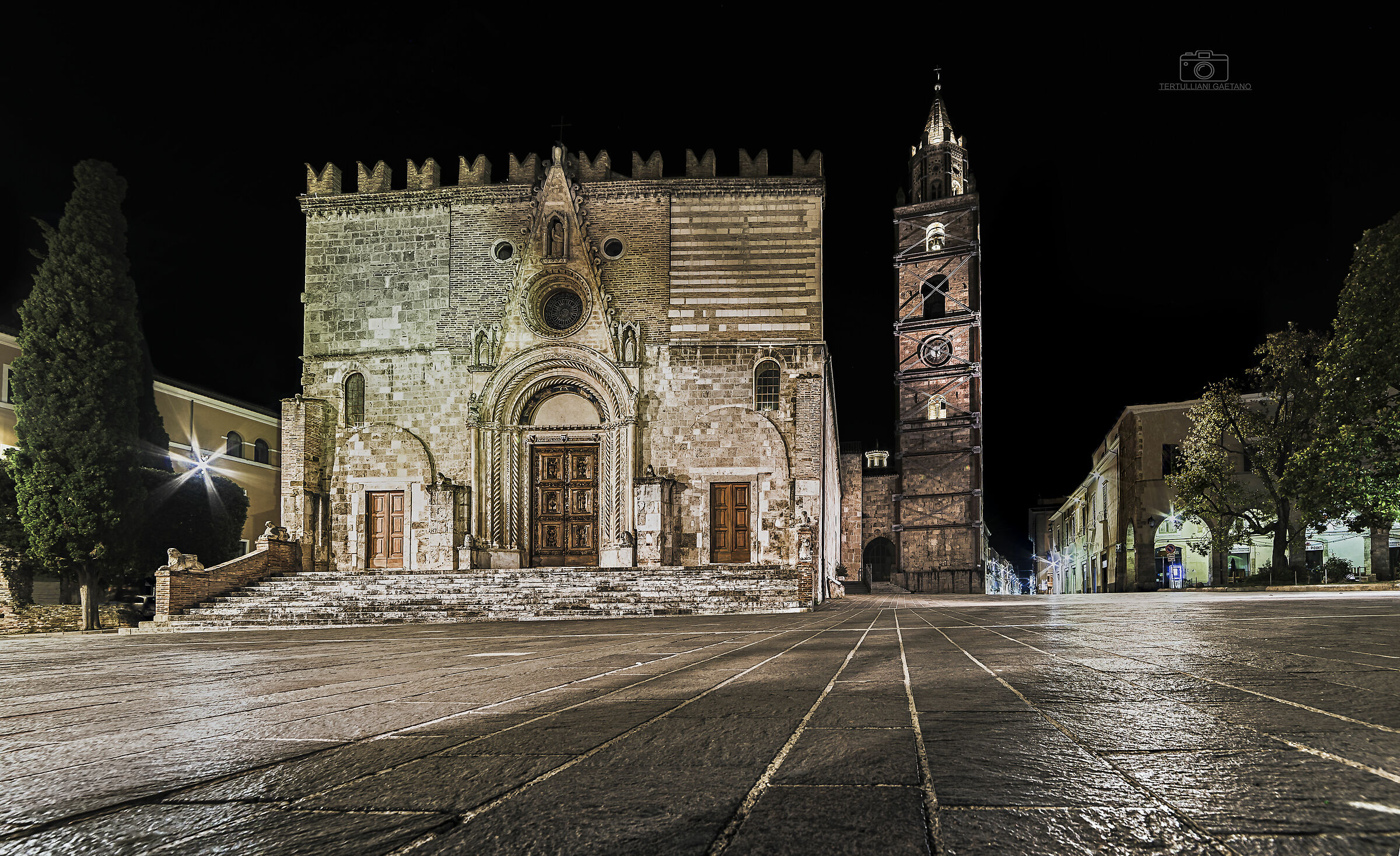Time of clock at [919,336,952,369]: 5:49
